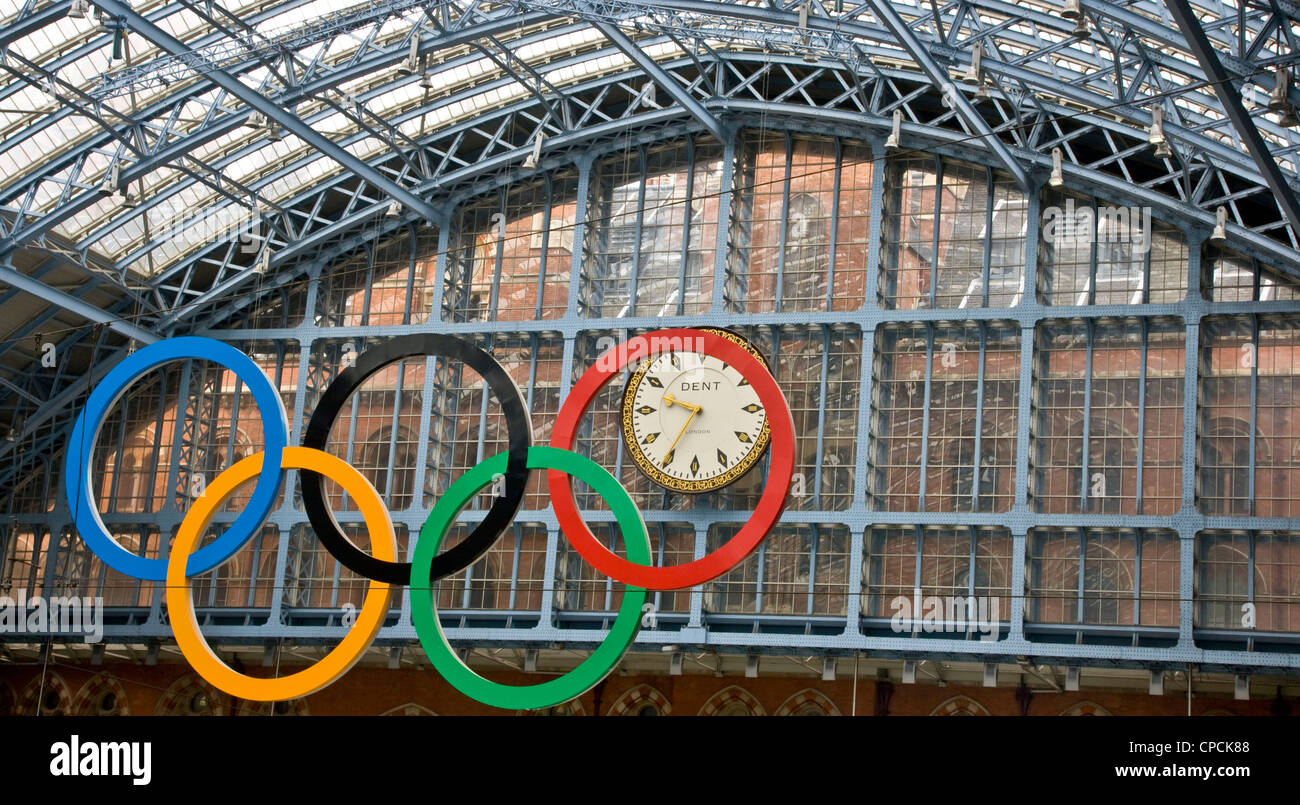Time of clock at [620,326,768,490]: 9:35
